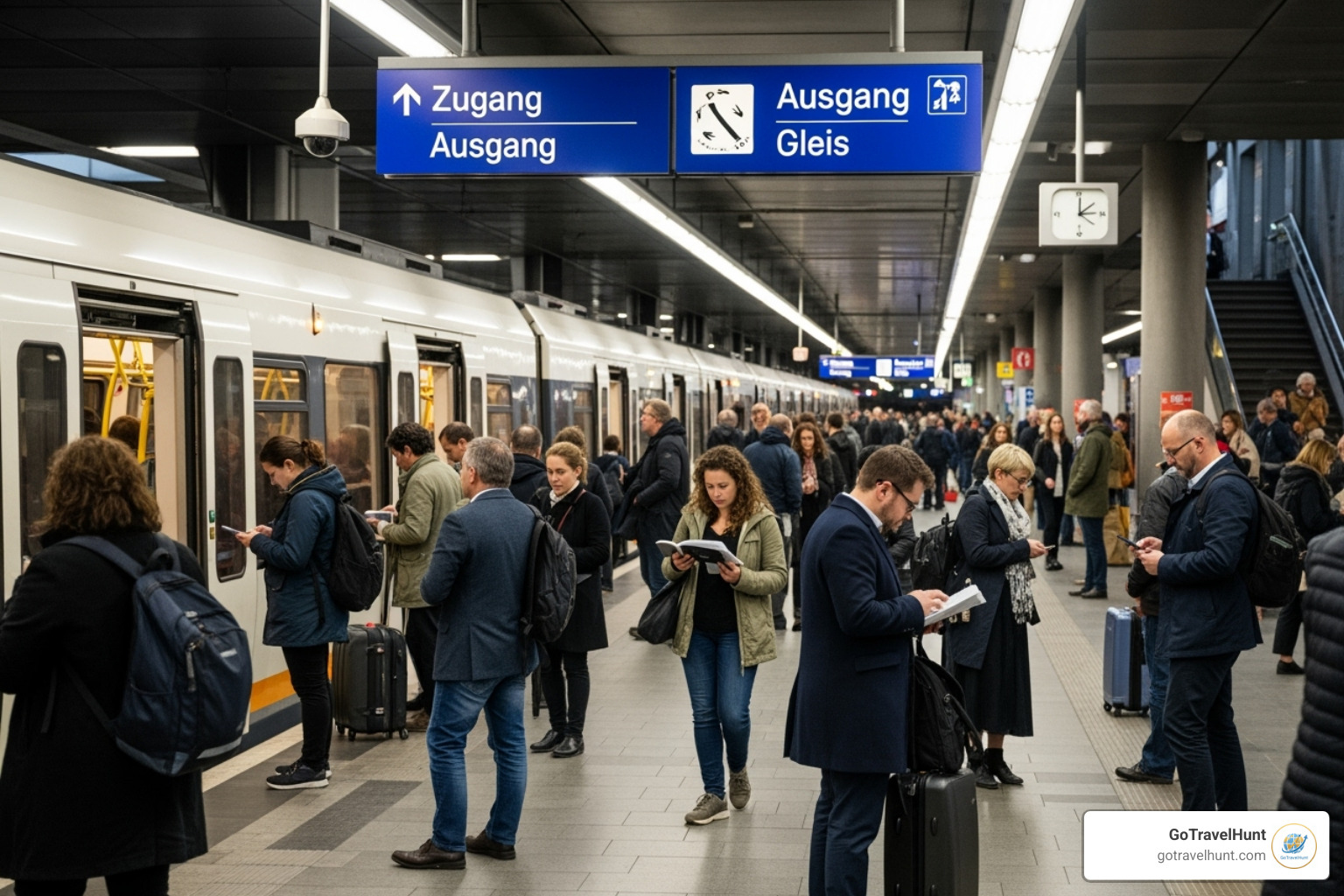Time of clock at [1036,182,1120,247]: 2:00
